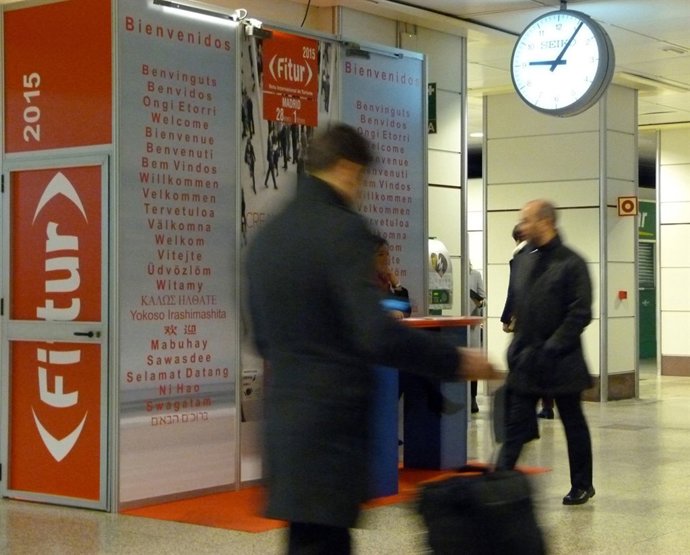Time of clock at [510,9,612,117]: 9:05
